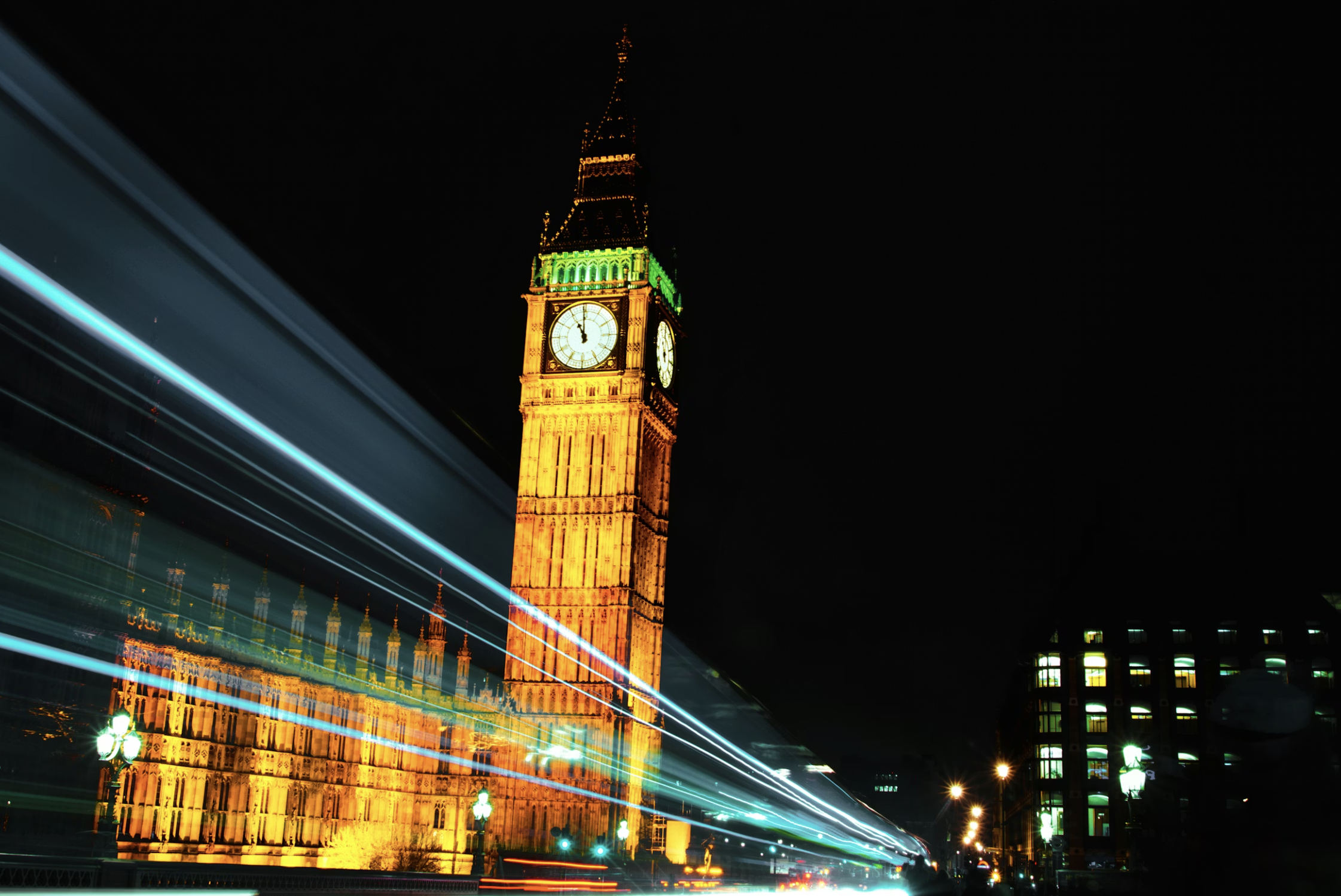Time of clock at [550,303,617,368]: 10:59
